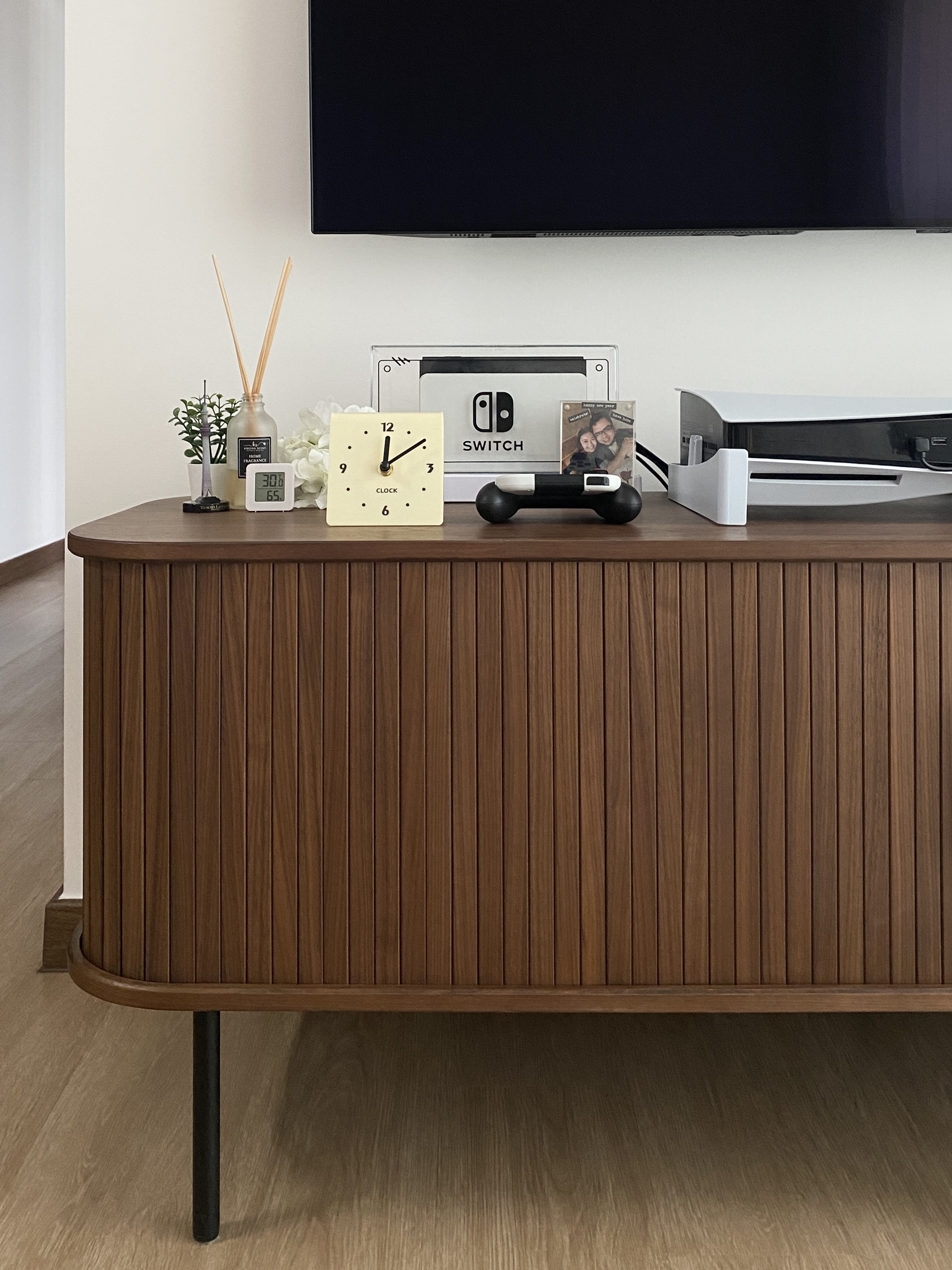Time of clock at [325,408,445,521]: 12:09
